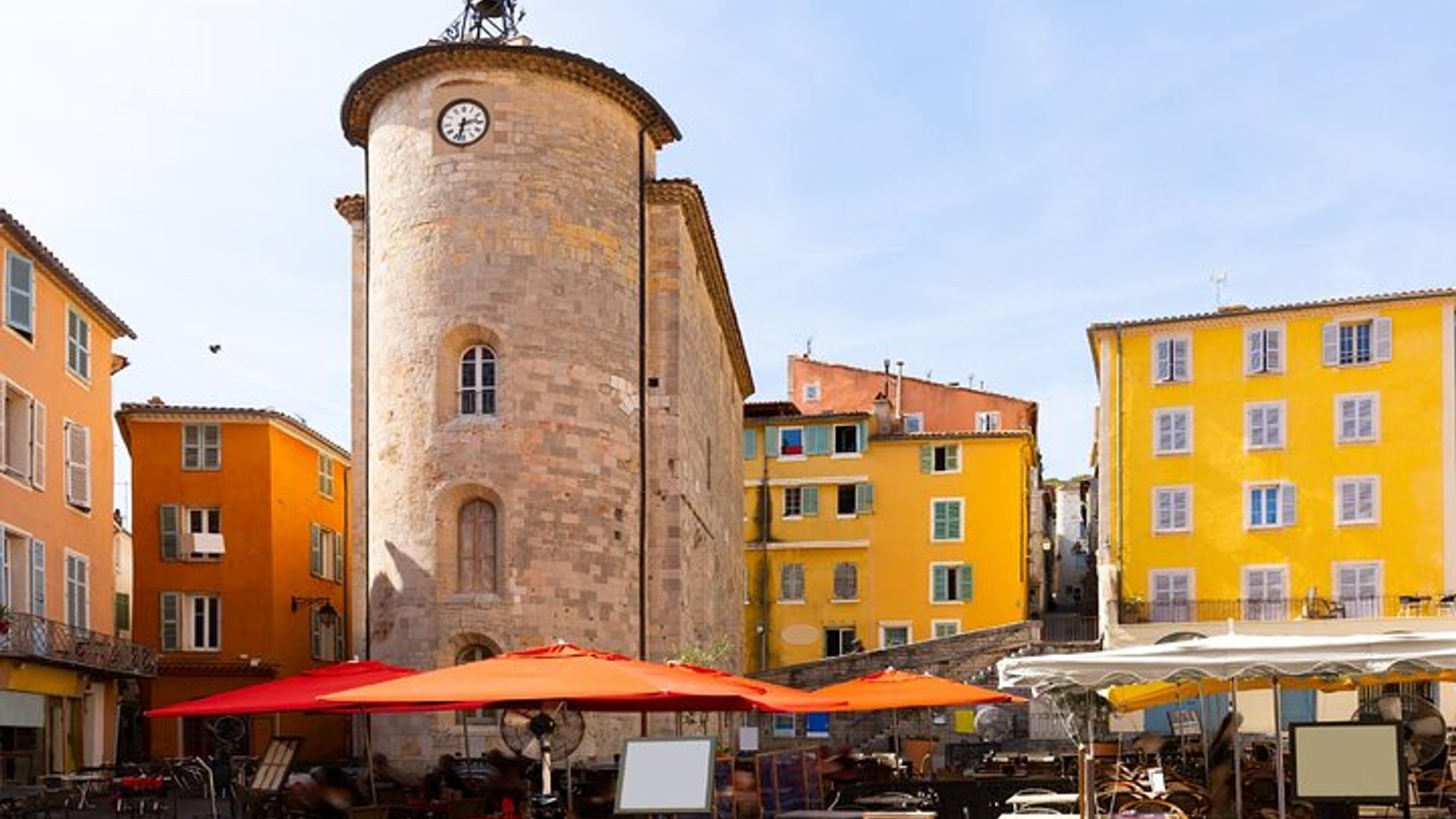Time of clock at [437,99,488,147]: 2:32
